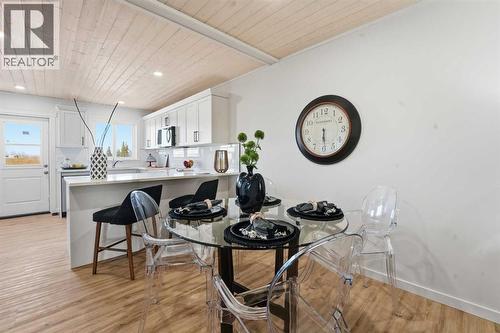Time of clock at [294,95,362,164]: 6:29
